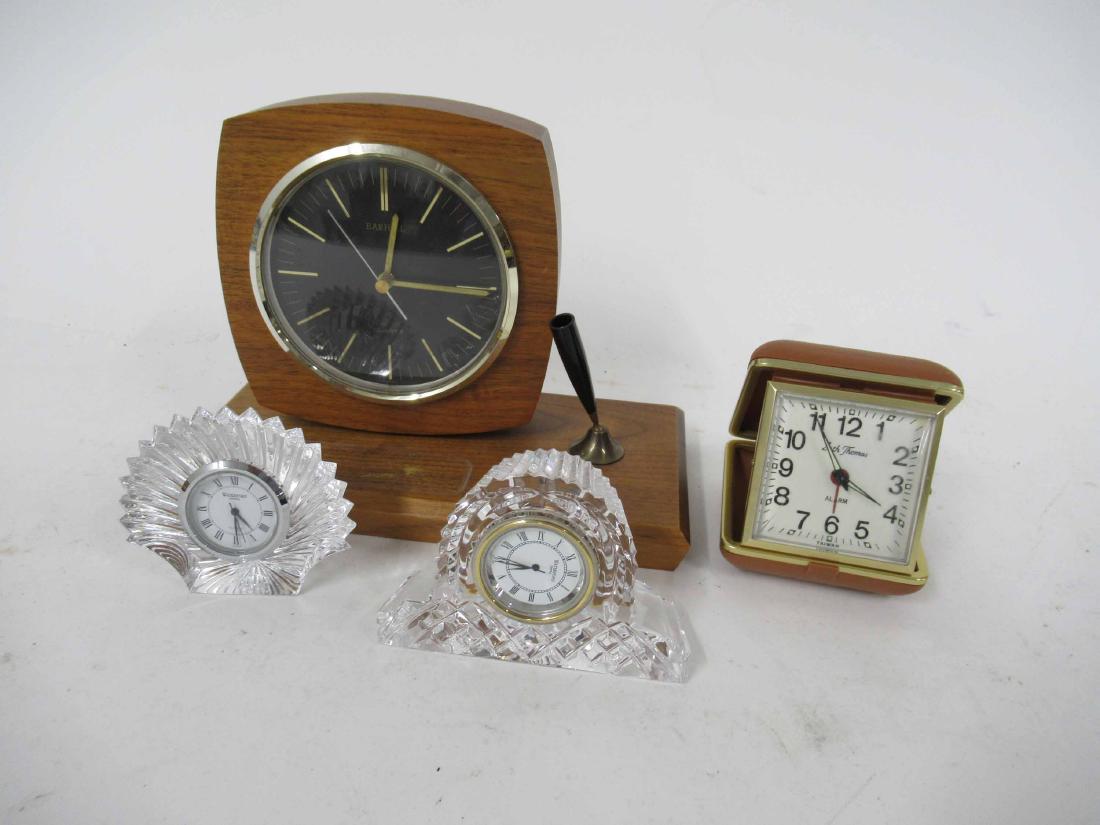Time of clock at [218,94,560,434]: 12:14
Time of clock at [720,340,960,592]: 3:54
